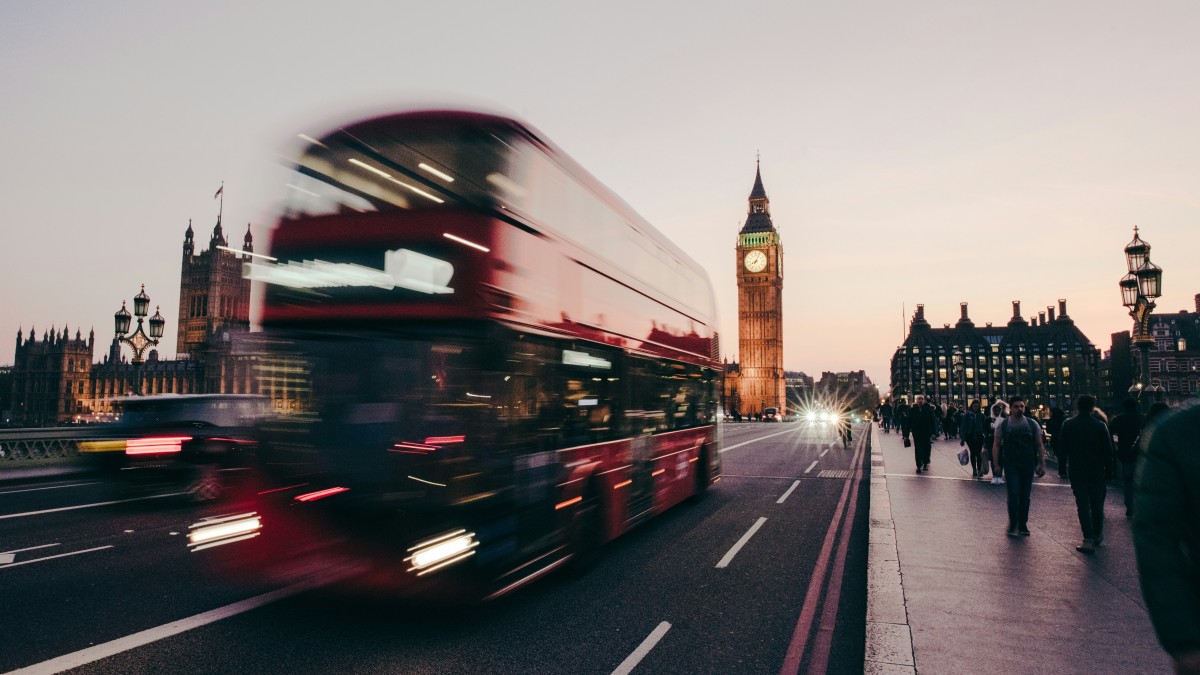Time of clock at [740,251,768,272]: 8:04
